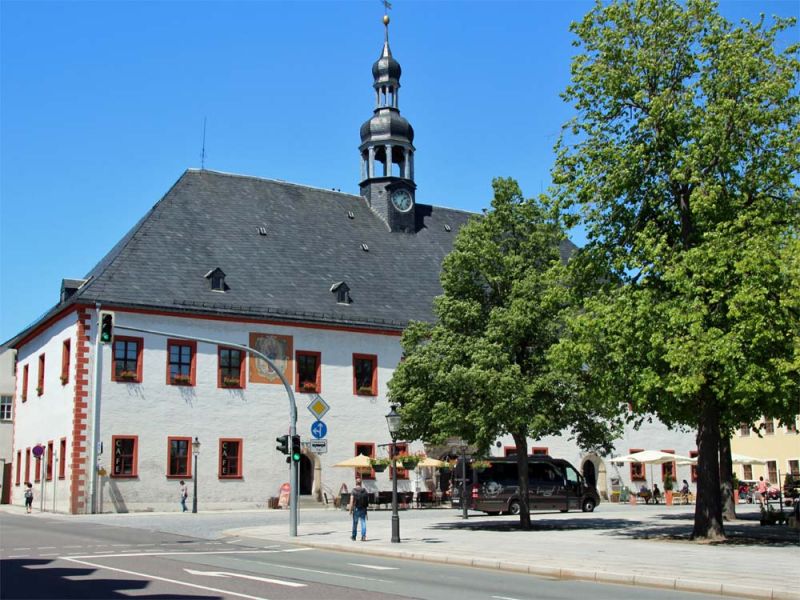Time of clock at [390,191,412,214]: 1:33
